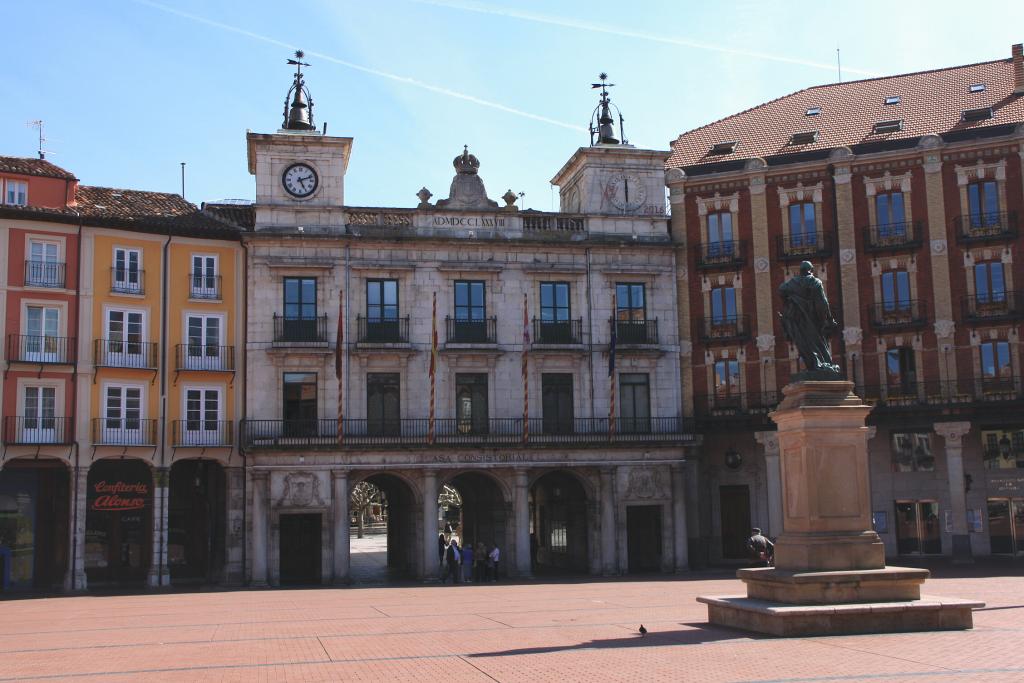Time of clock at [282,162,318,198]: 5:11
